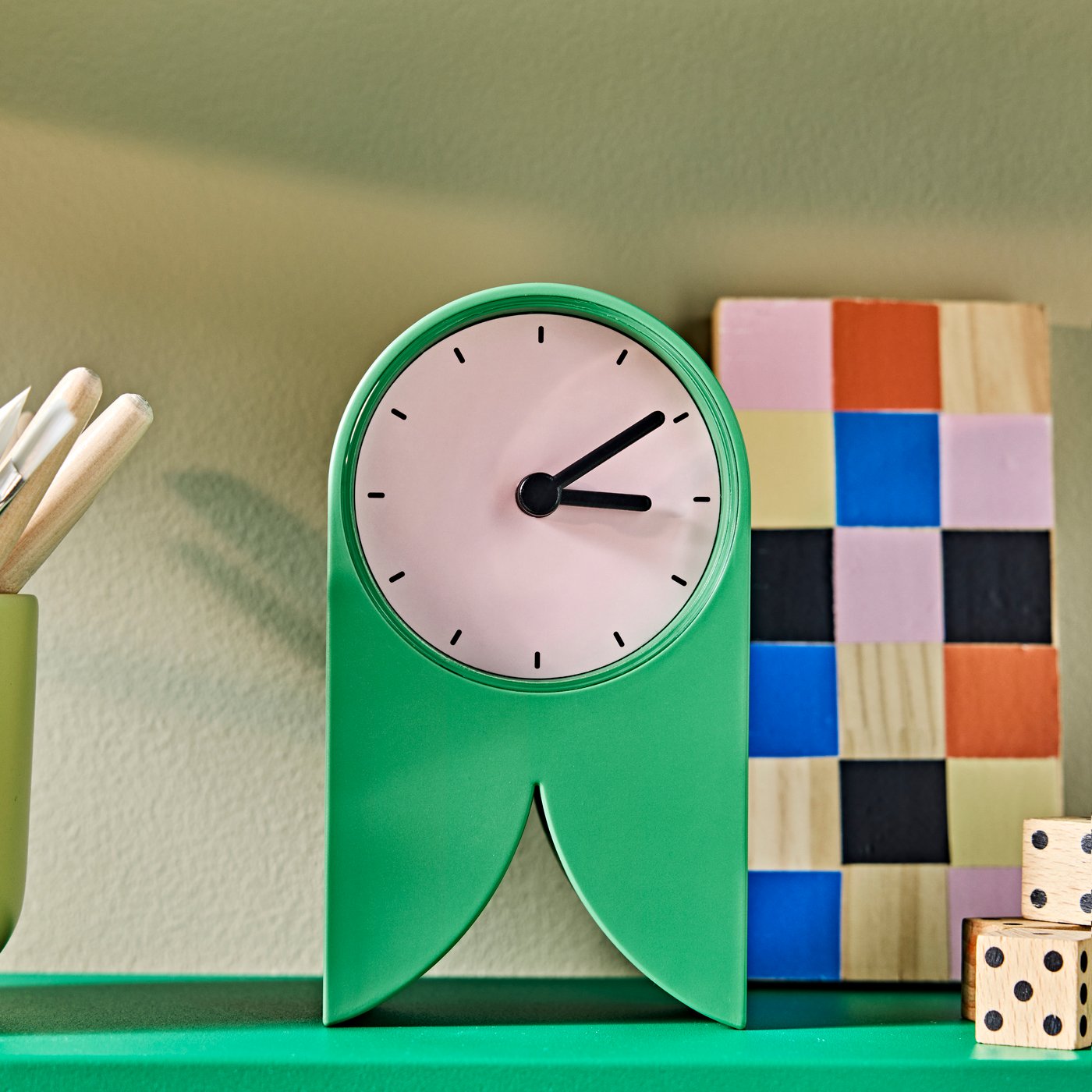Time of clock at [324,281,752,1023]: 3:09
